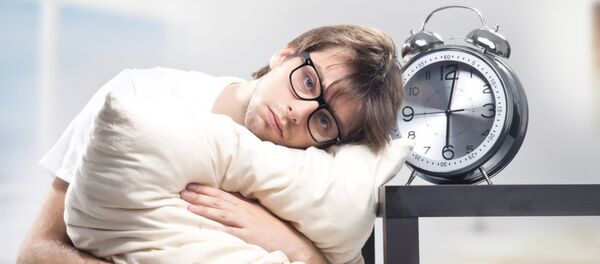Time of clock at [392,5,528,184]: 6:01
